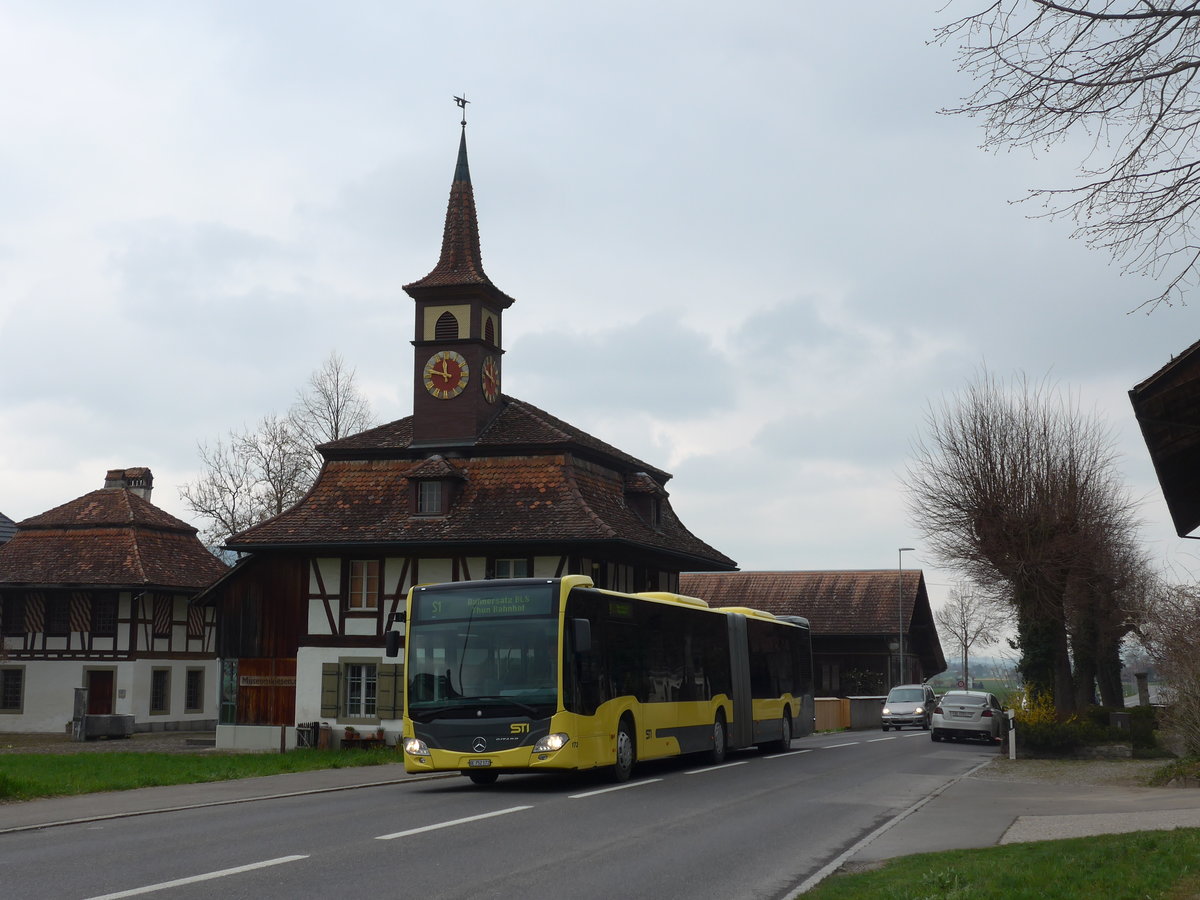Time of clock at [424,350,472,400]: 11:47
